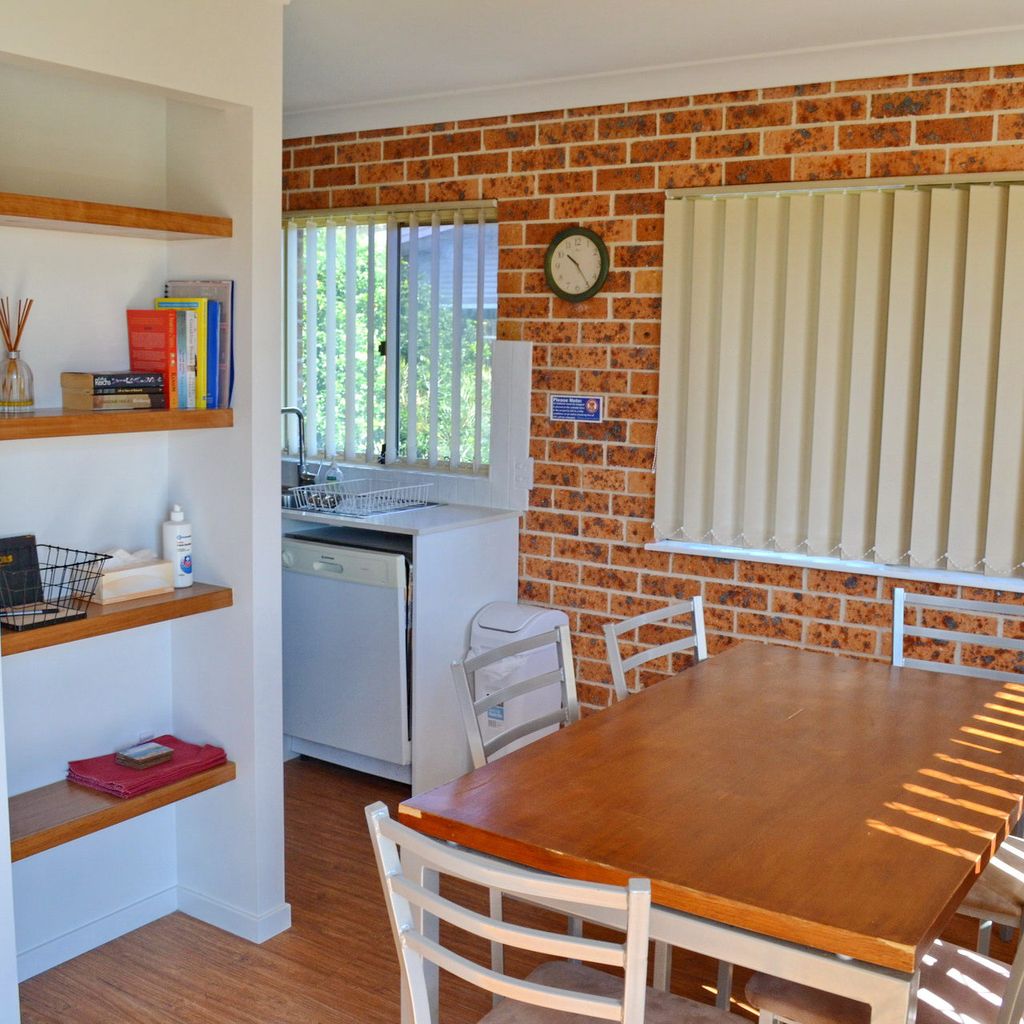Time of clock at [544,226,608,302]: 10:24
